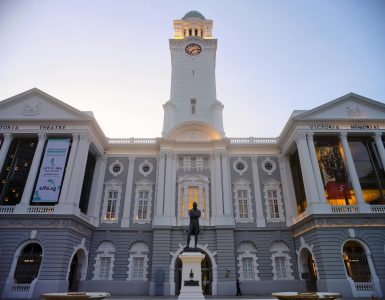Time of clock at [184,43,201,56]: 7:13
